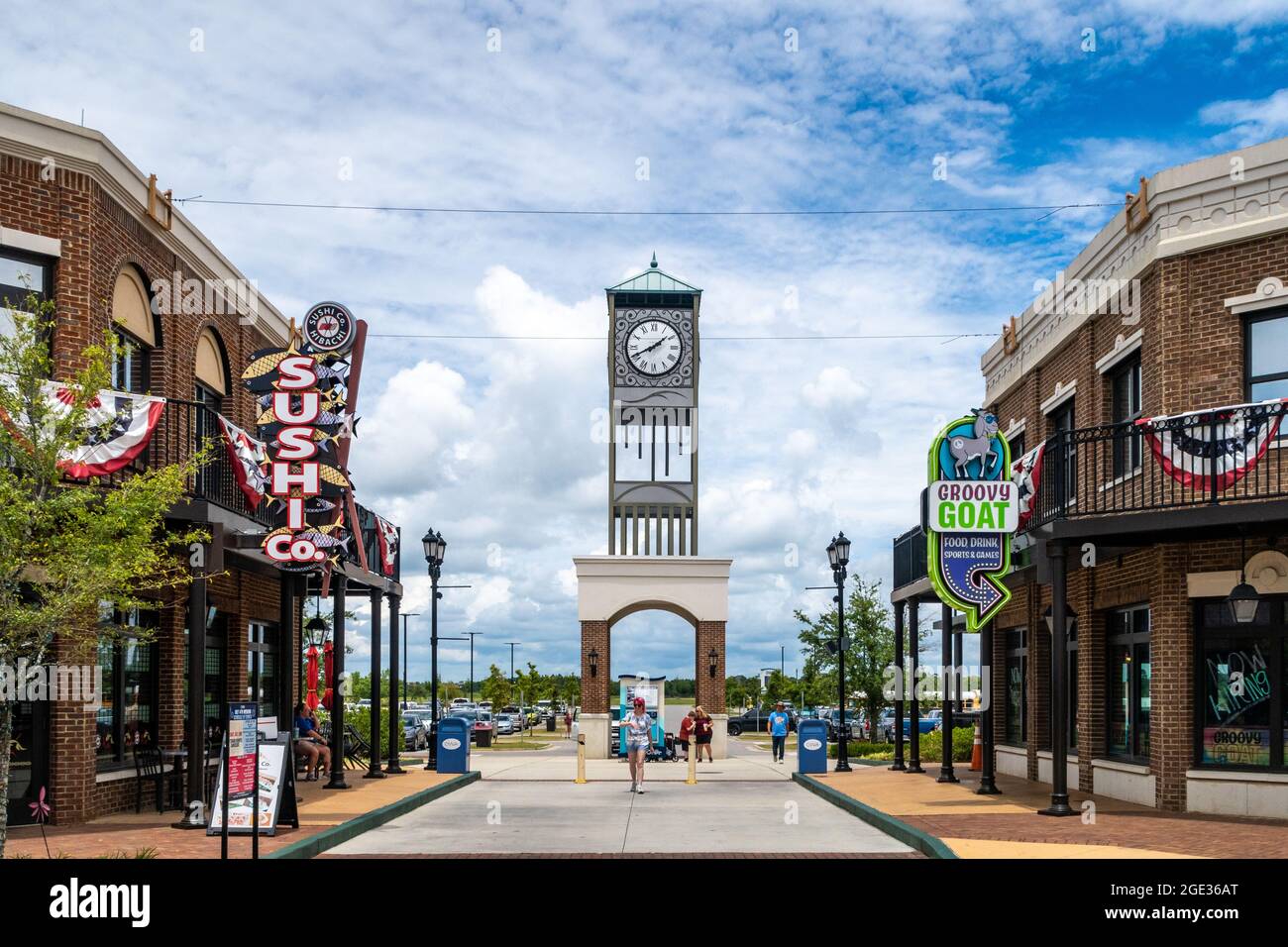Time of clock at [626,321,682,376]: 1:41
